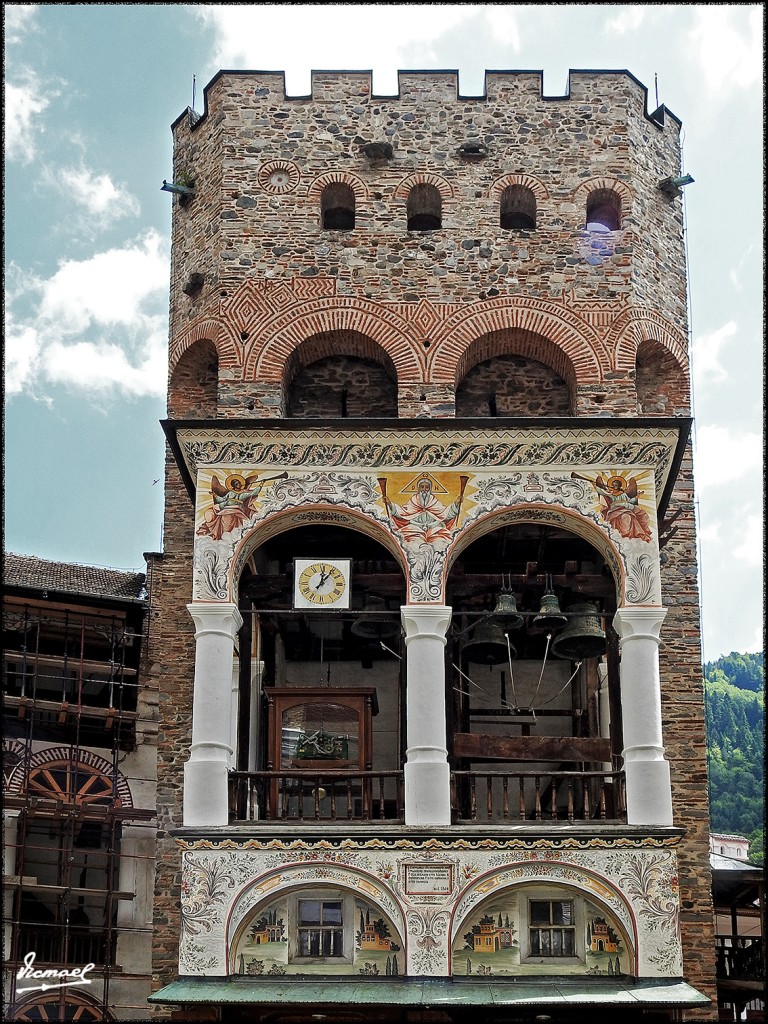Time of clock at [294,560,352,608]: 12:06
